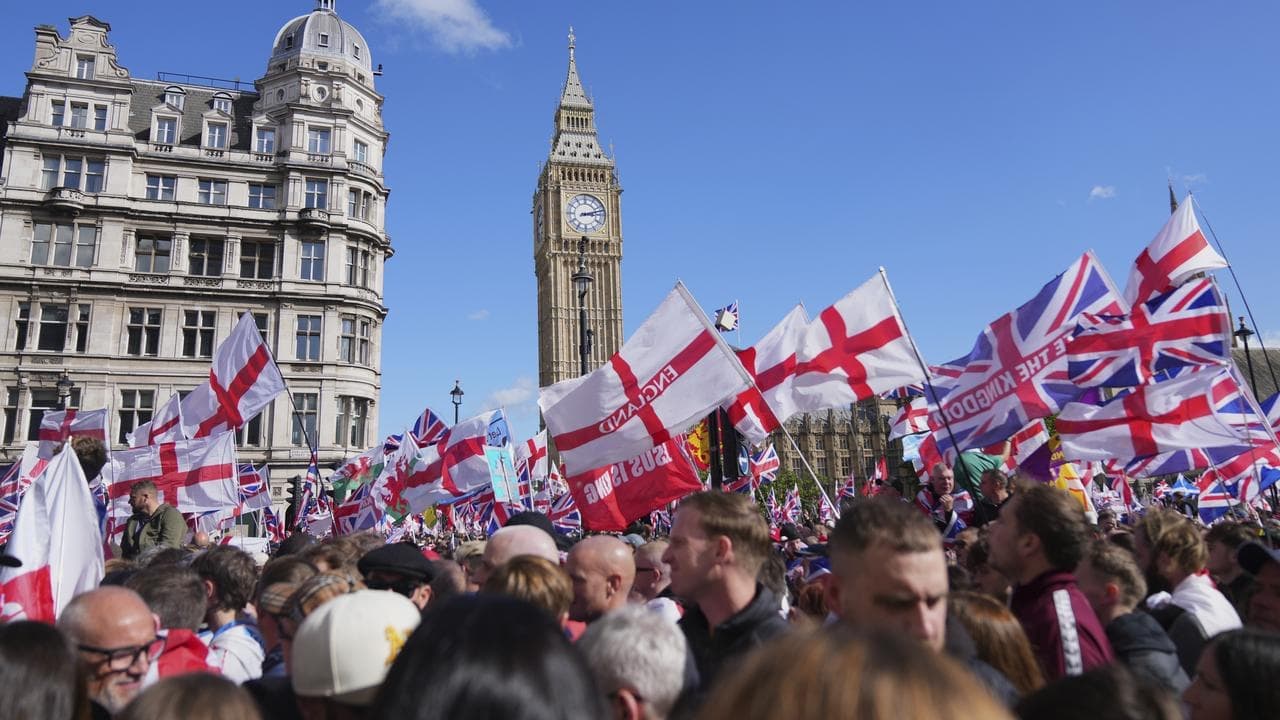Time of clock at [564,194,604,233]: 3:12
